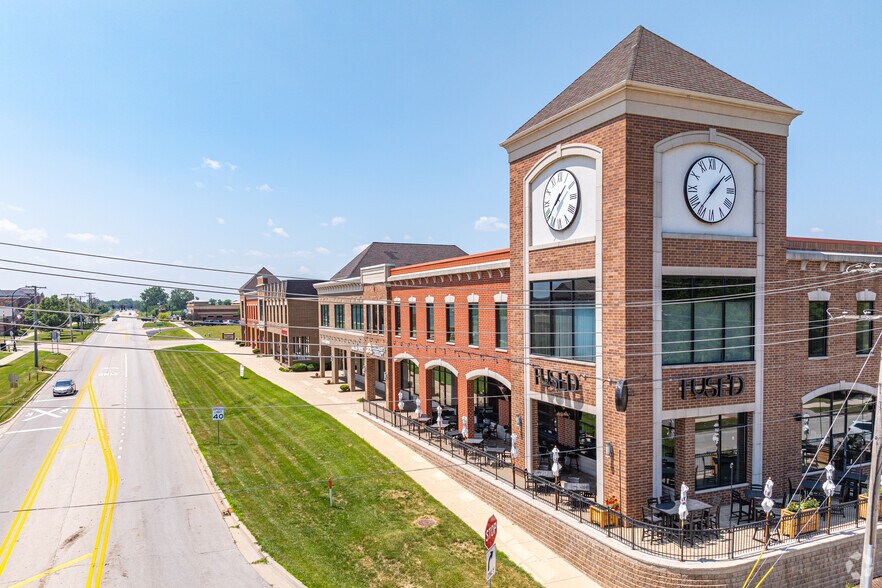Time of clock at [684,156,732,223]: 1:36
